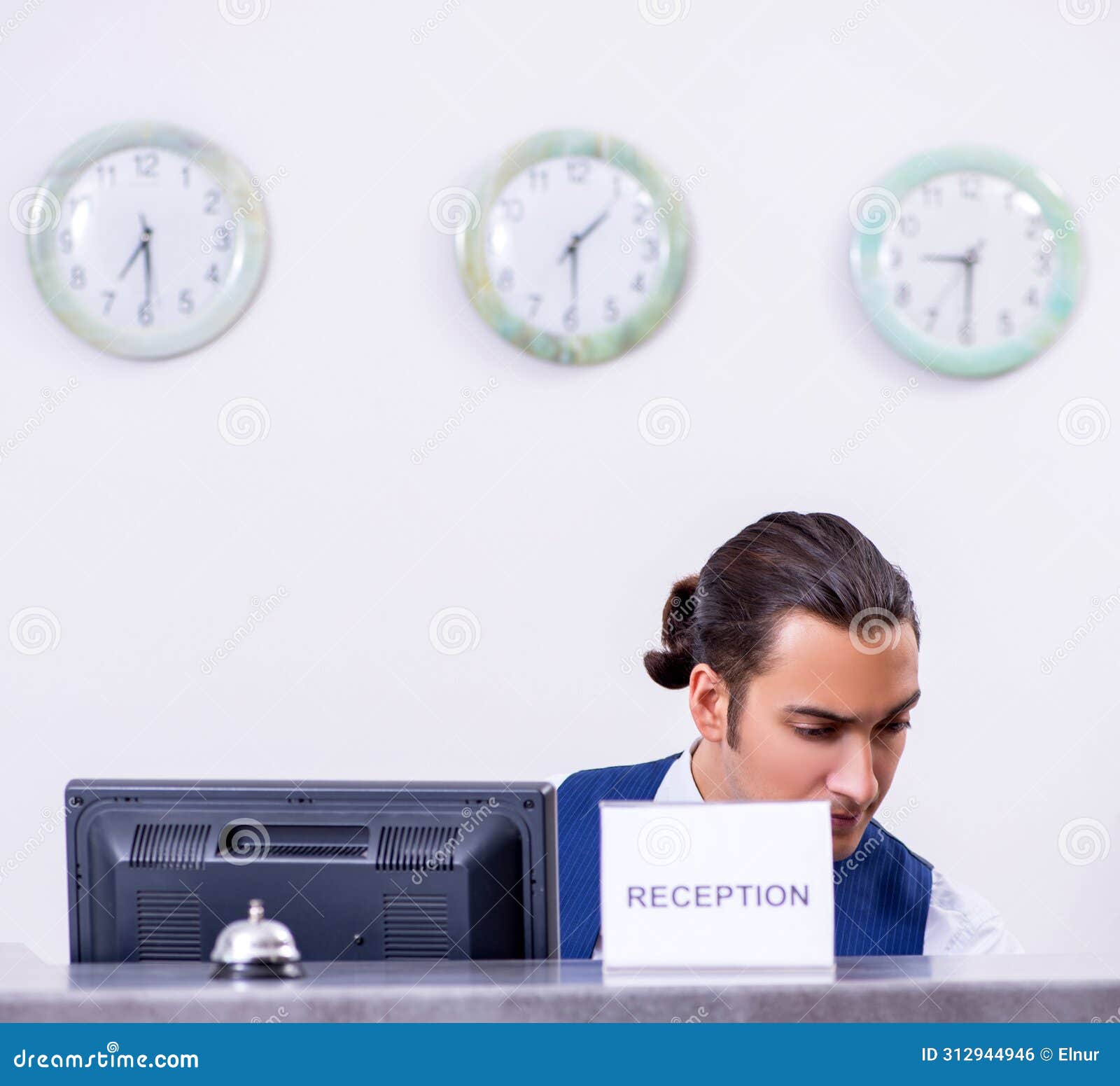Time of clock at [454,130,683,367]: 1:29
